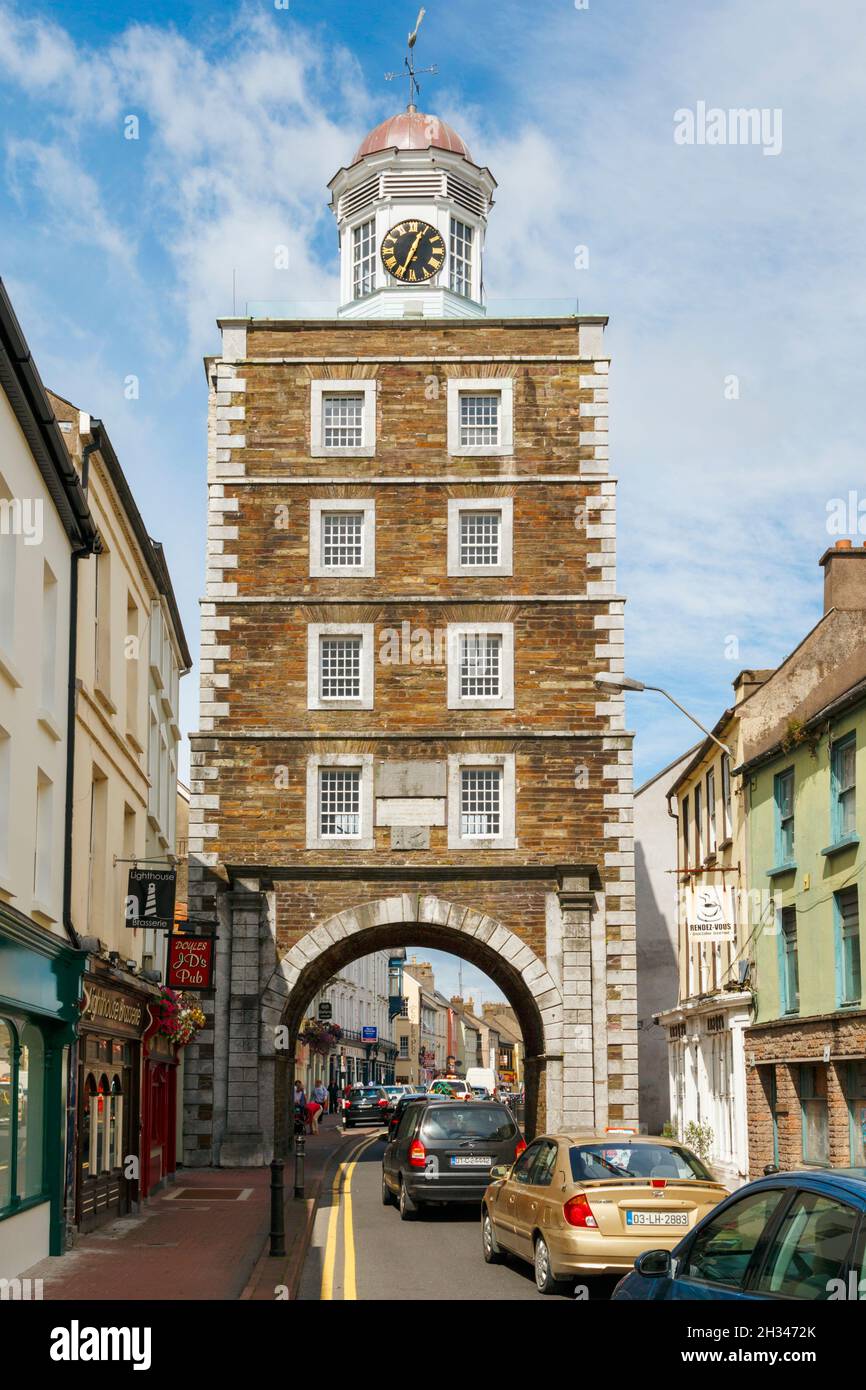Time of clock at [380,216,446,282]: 12:33
